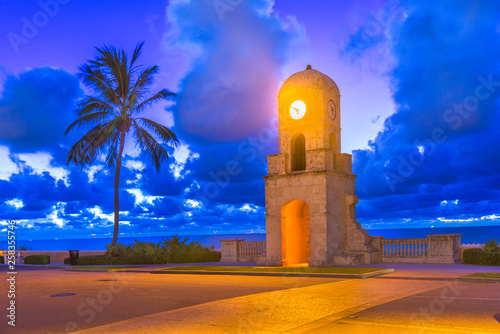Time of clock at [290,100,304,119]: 5:49
